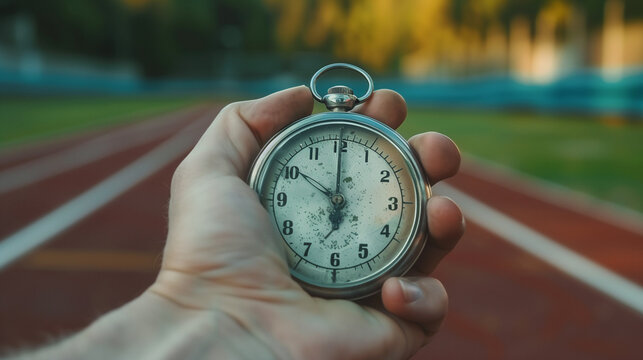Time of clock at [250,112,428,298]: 10:00
